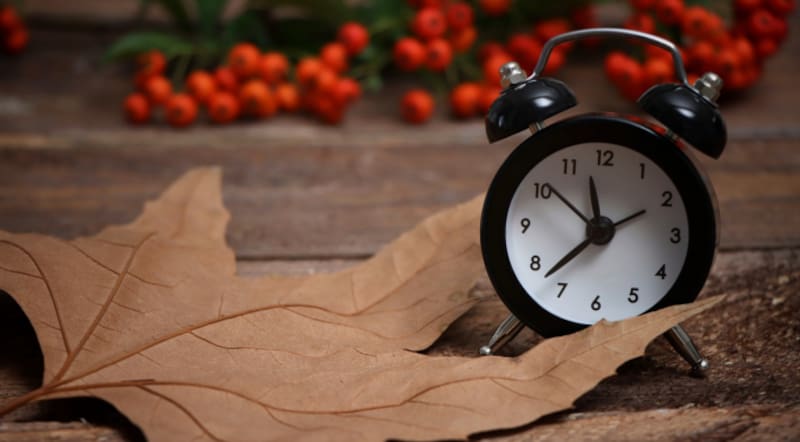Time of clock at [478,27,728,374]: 11:37
